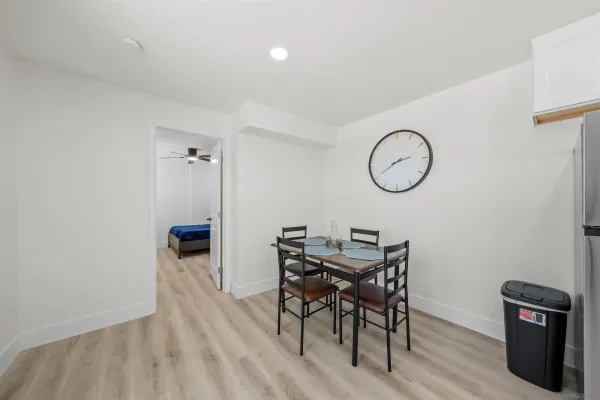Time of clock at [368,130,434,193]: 2:40
